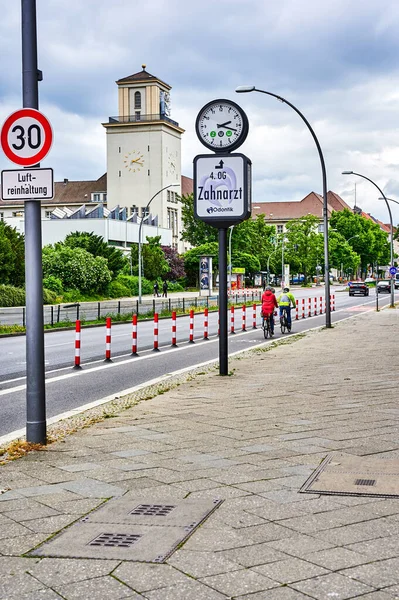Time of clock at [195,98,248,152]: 2:18
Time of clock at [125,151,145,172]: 2:18
